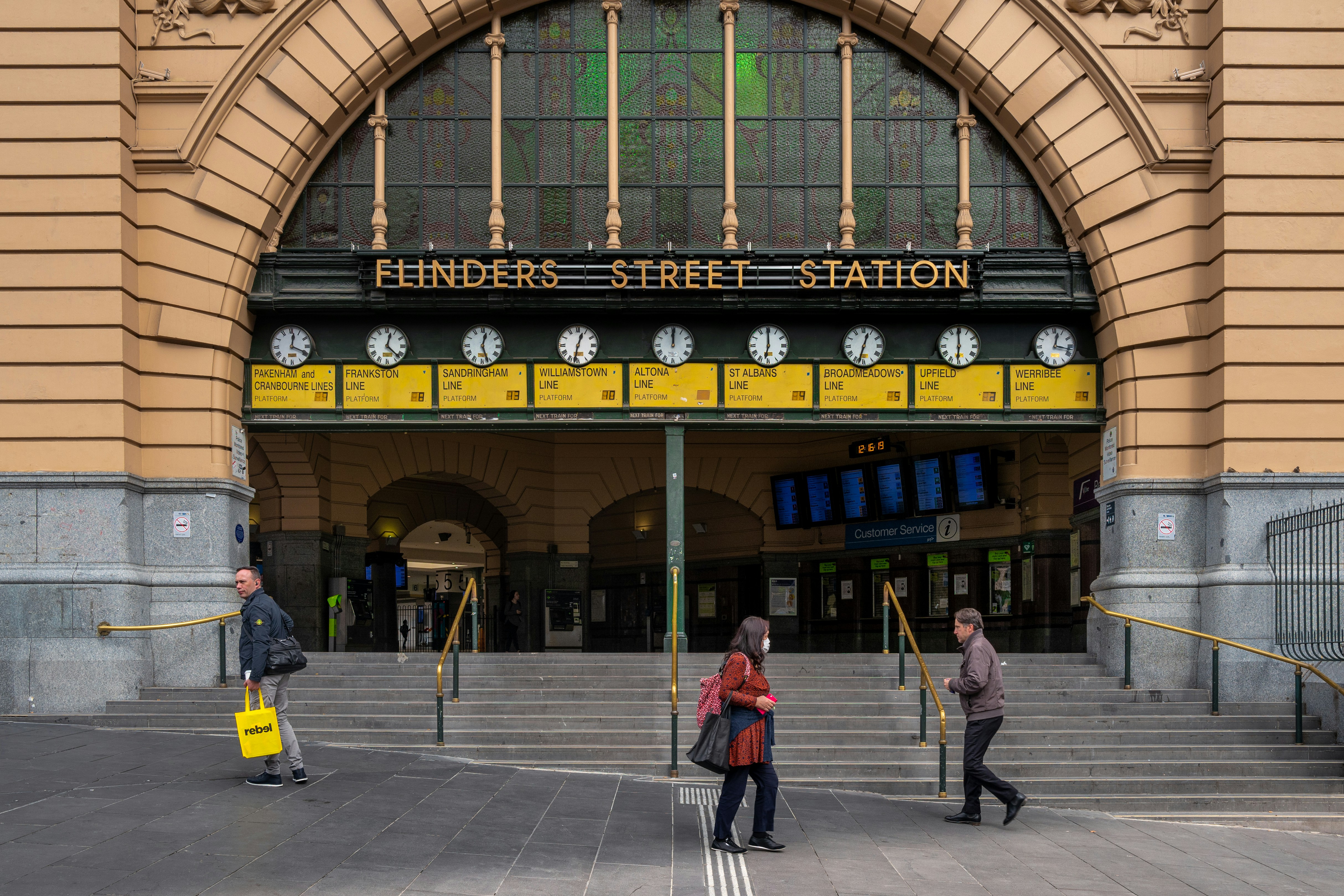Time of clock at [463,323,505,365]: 12:26
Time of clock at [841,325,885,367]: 12:32
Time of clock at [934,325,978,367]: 5:59
